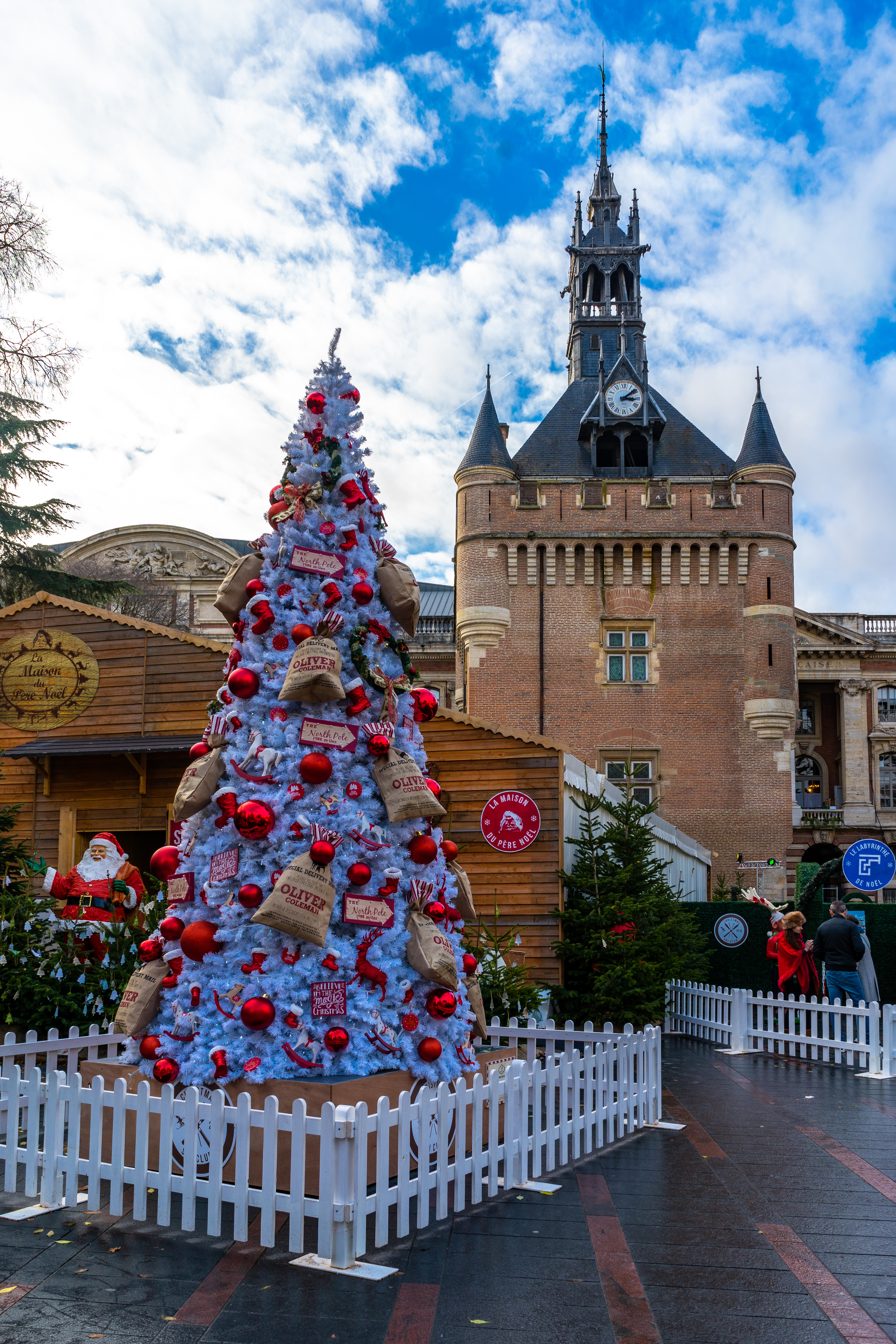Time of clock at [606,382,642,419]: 3:09
